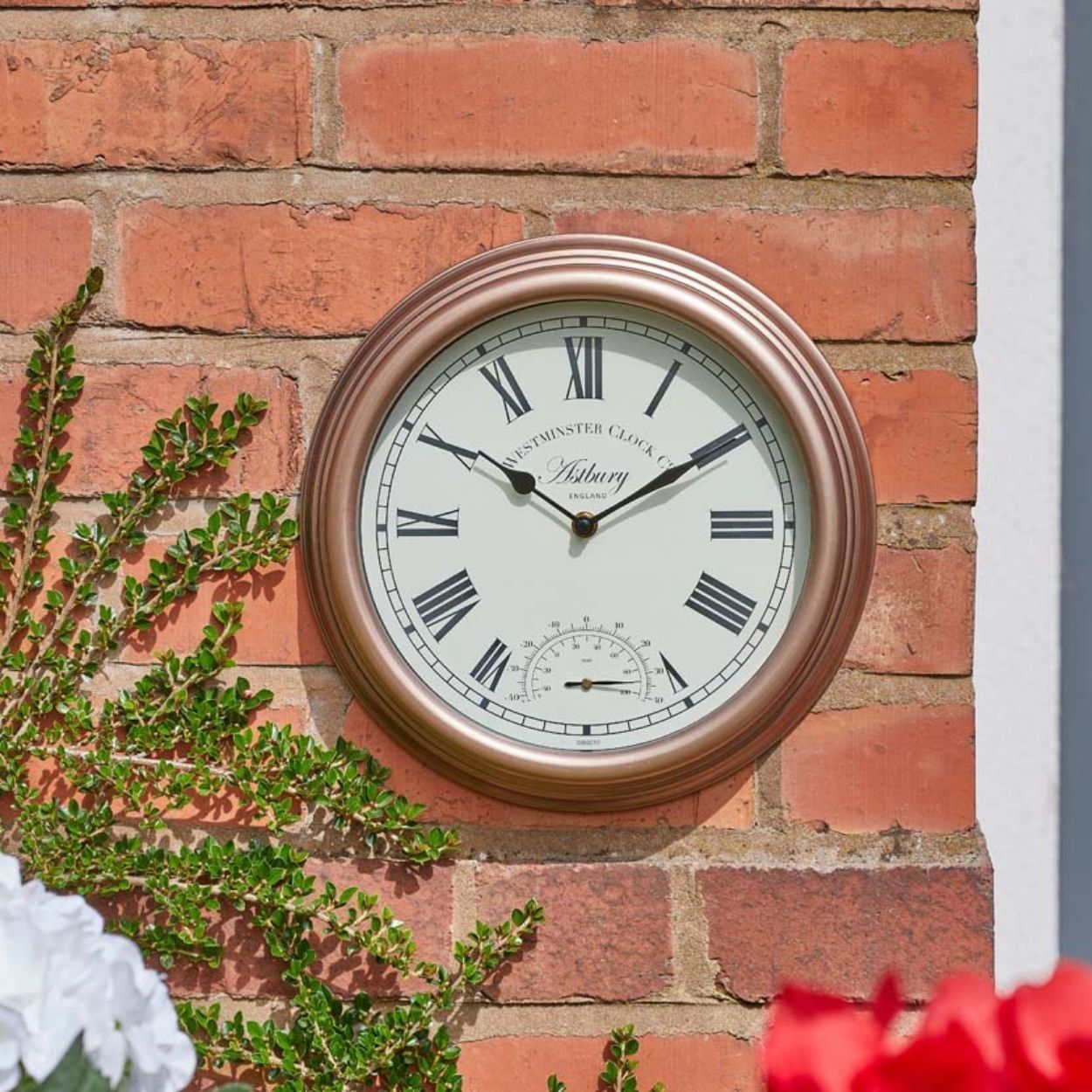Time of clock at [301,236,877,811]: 10:09
